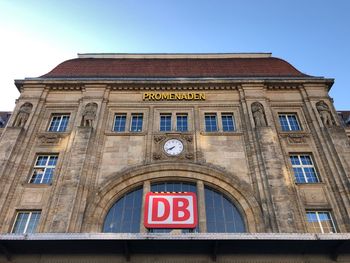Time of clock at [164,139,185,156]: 7:41
